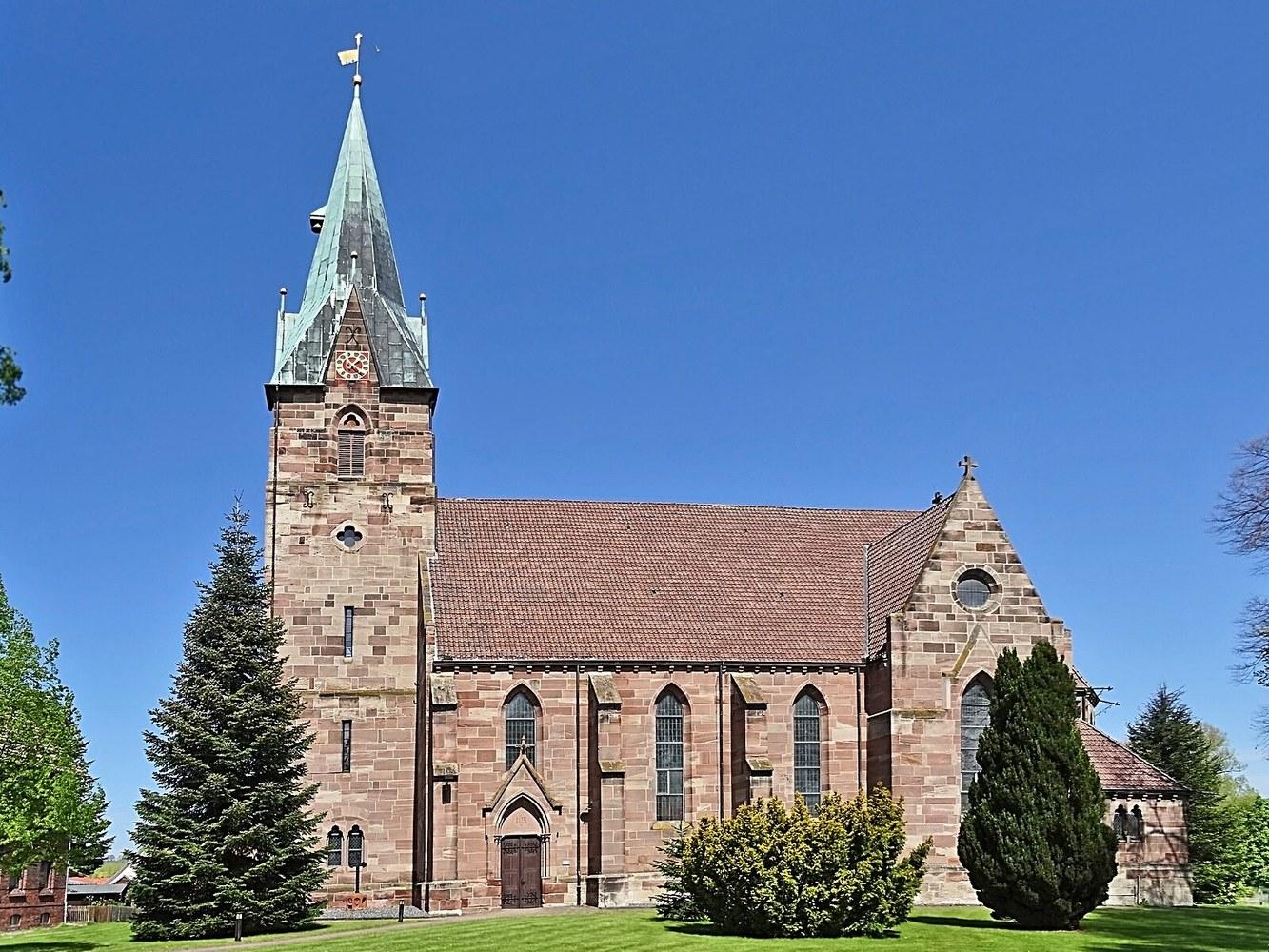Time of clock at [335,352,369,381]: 1:21
